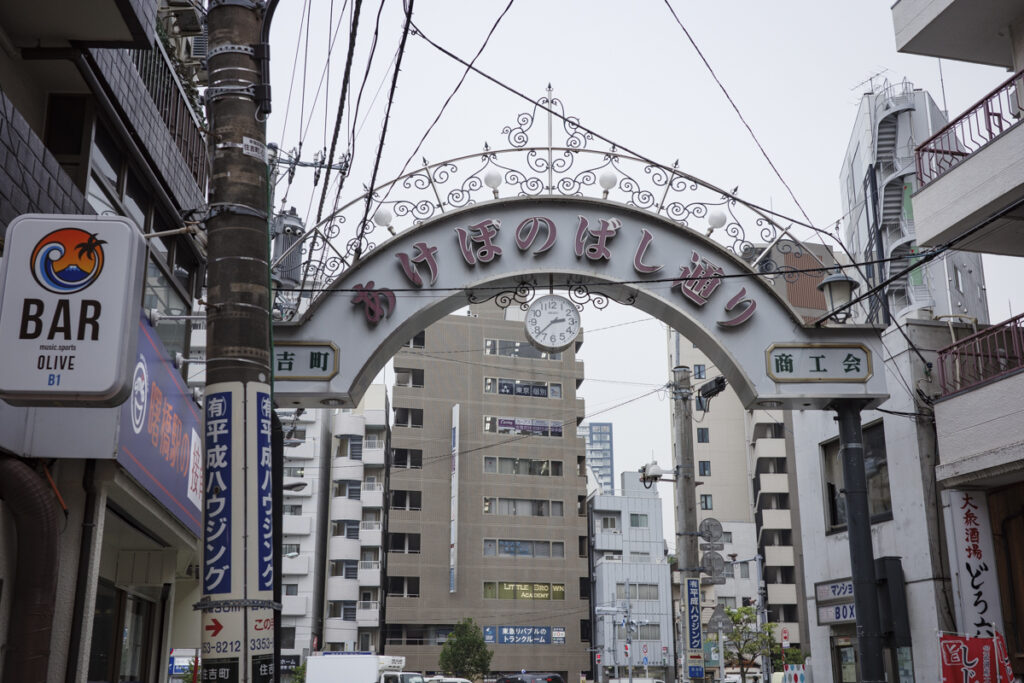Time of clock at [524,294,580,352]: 2:38
